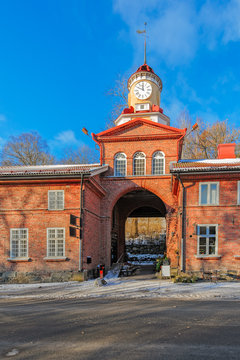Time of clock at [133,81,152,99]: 11:49
